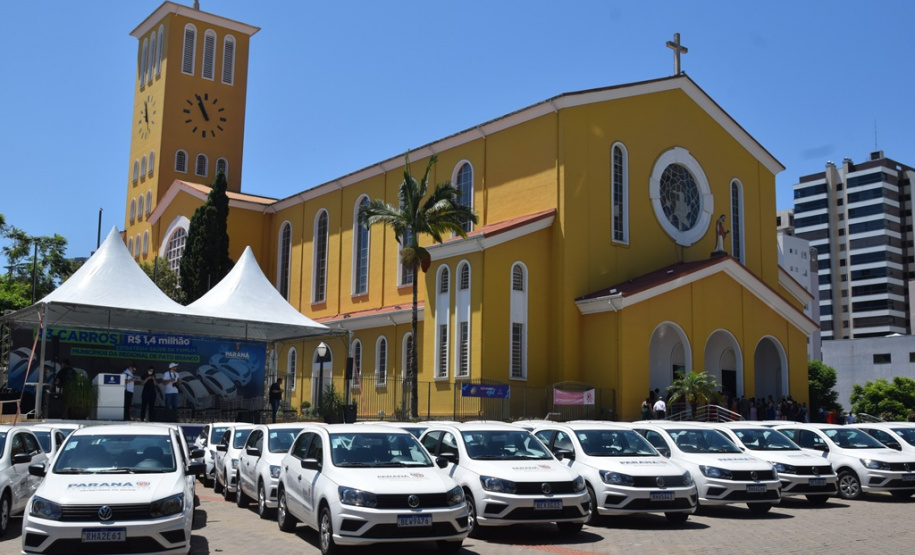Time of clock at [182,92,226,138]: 10:56
